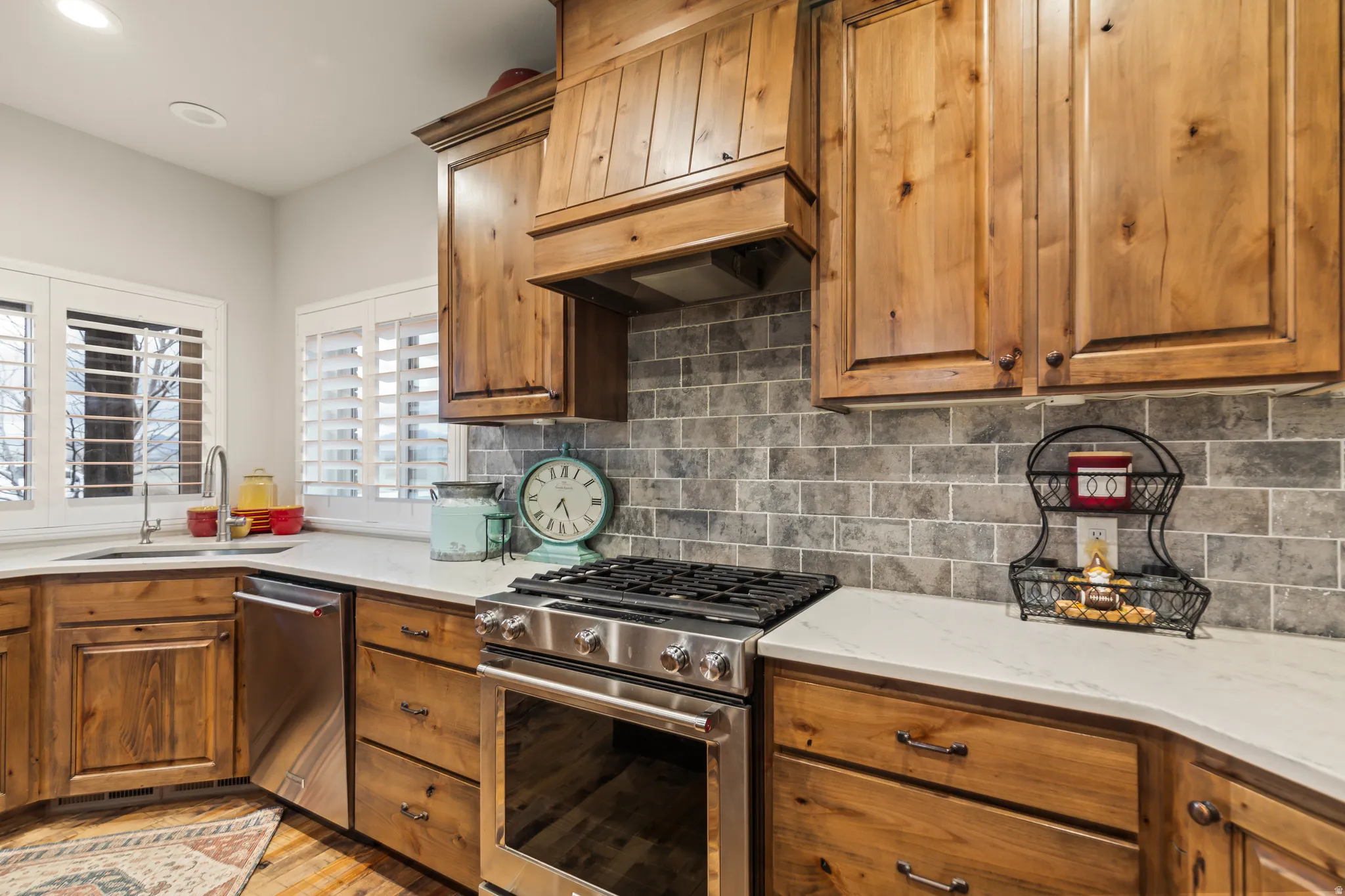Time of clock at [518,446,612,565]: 7:25
